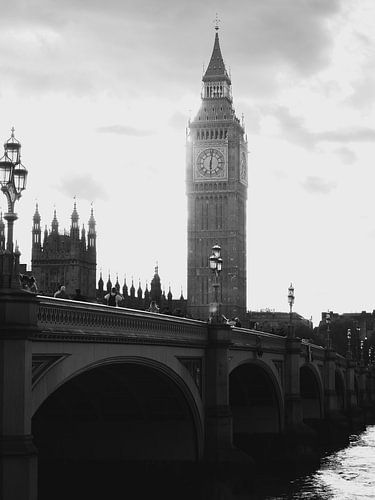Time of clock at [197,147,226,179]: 6:01
